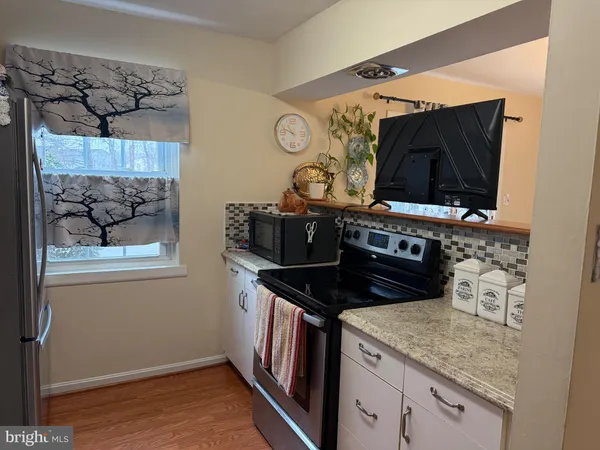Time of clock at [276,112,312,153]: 10:48
